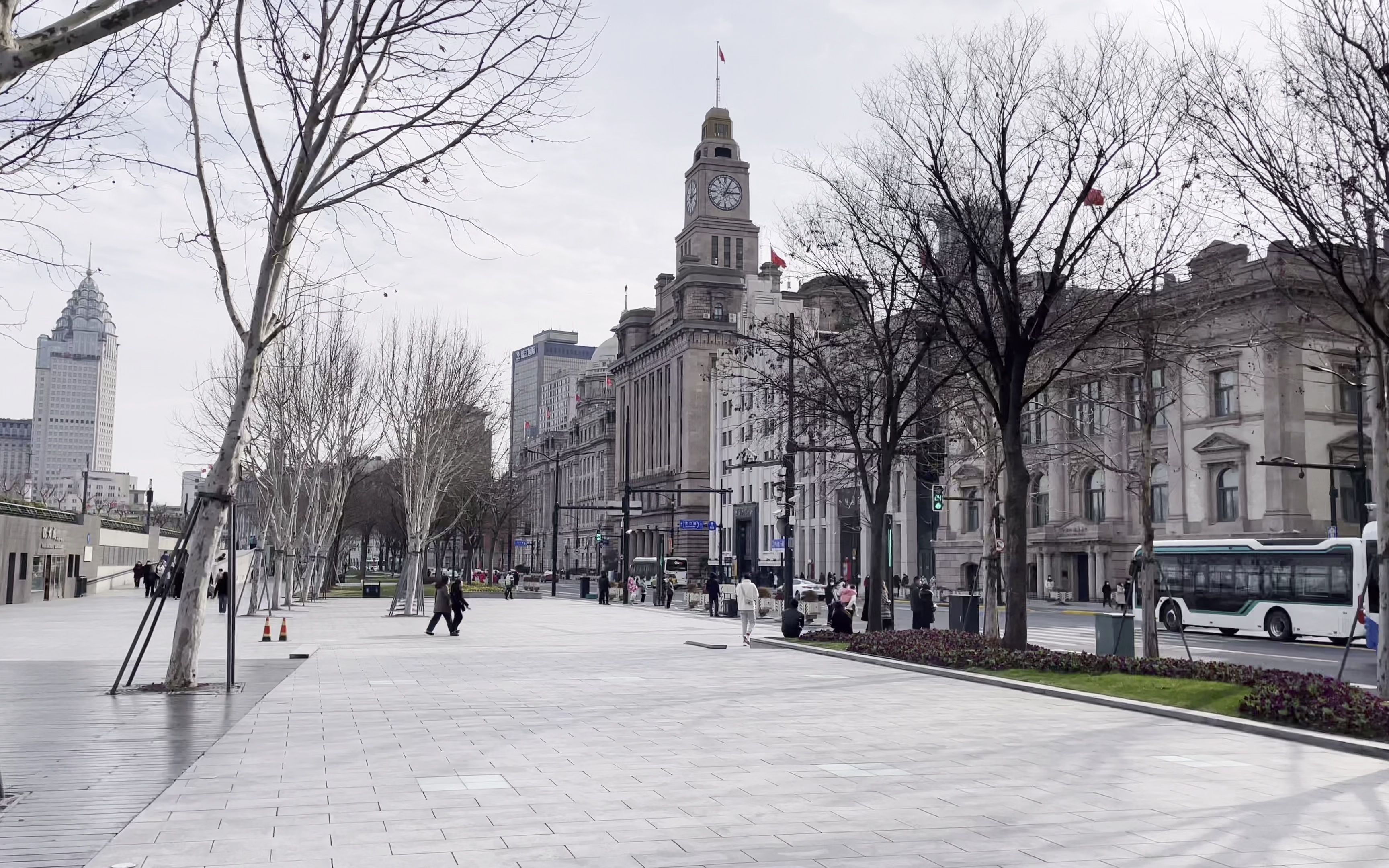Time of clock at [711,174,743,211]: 3:04
